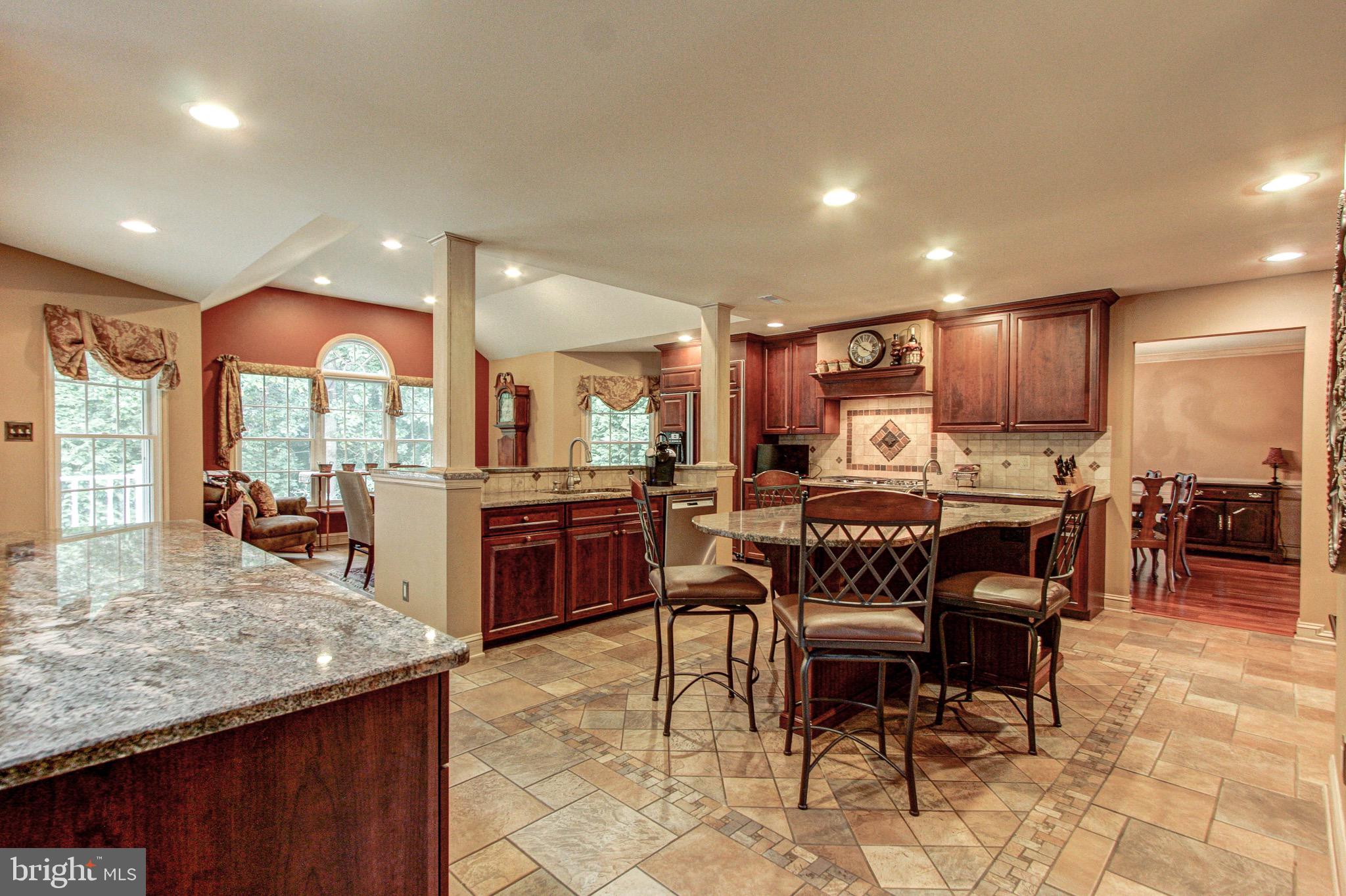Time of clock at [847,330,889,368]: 3:51
